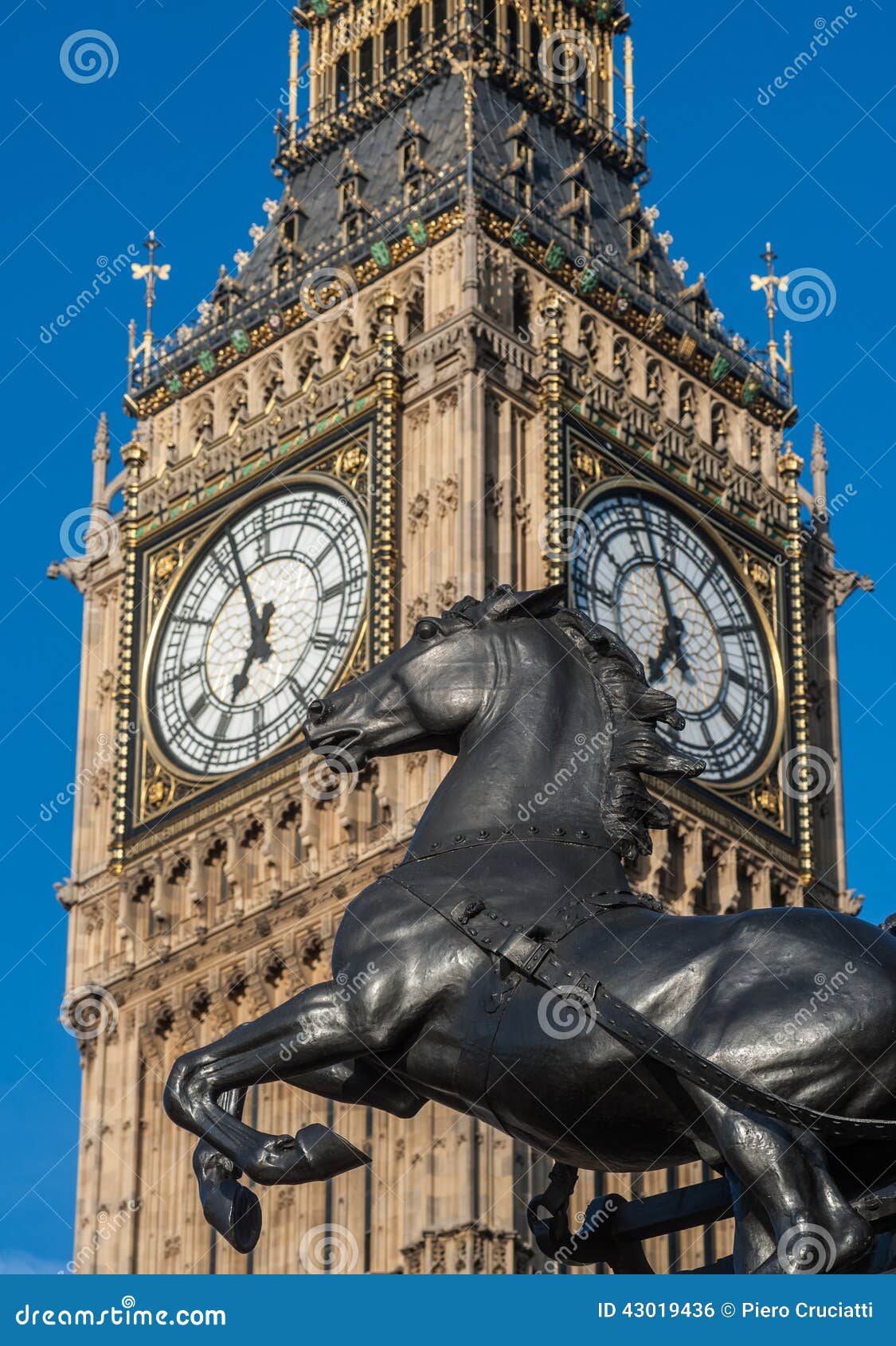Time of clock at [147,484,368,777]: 6:57
